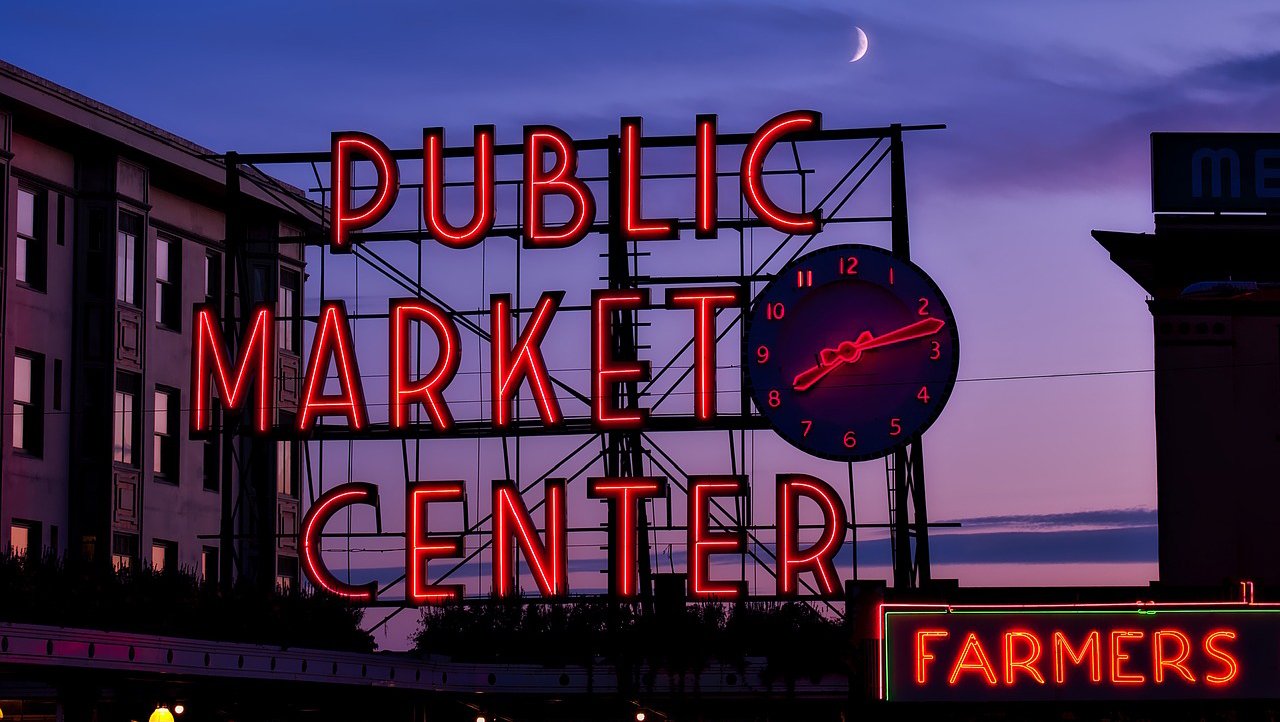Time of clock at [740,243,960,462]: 8:13
